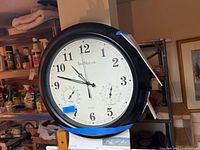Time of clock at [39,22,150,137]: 10:47
